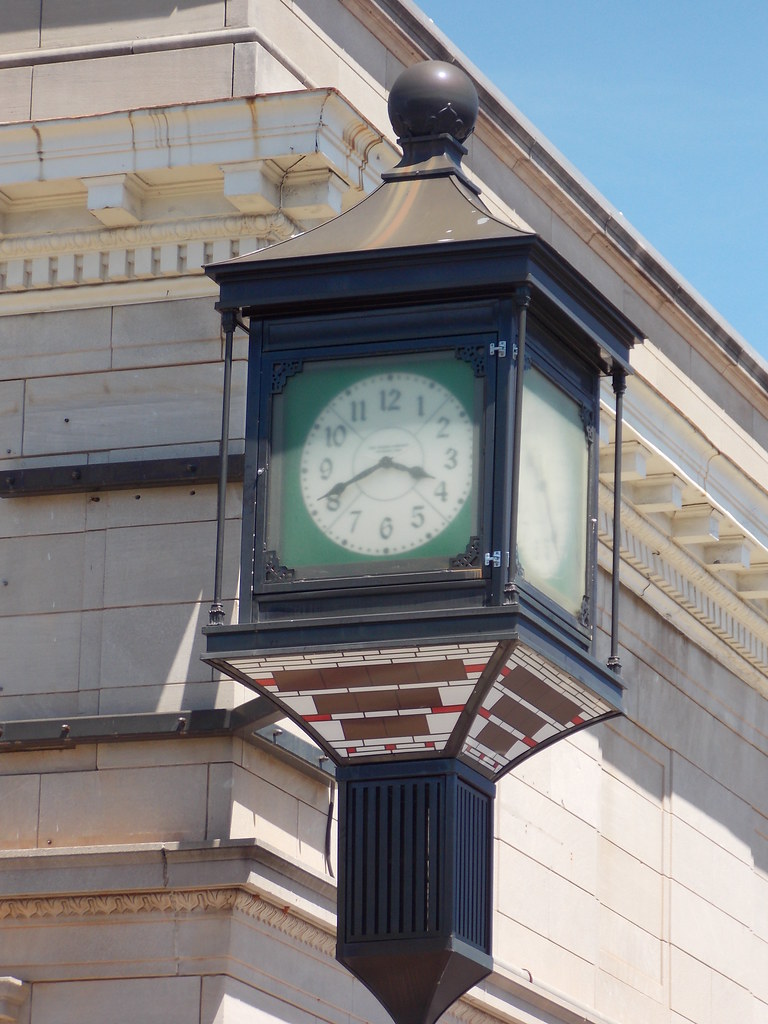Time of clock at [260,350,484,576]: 3:40
